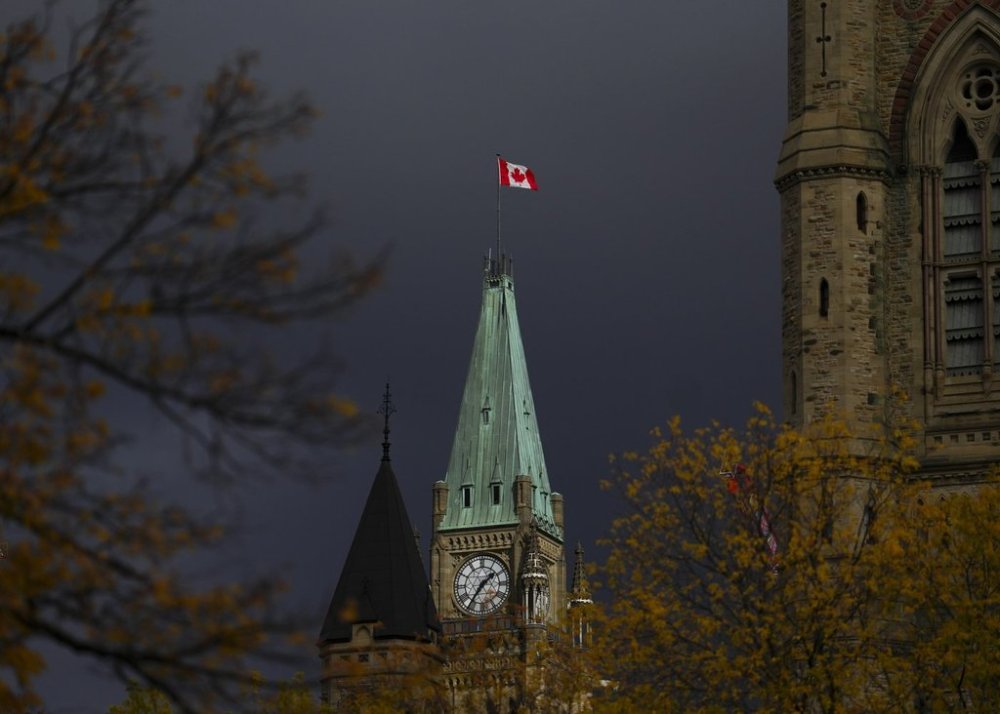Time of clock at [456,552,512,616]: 1:36
